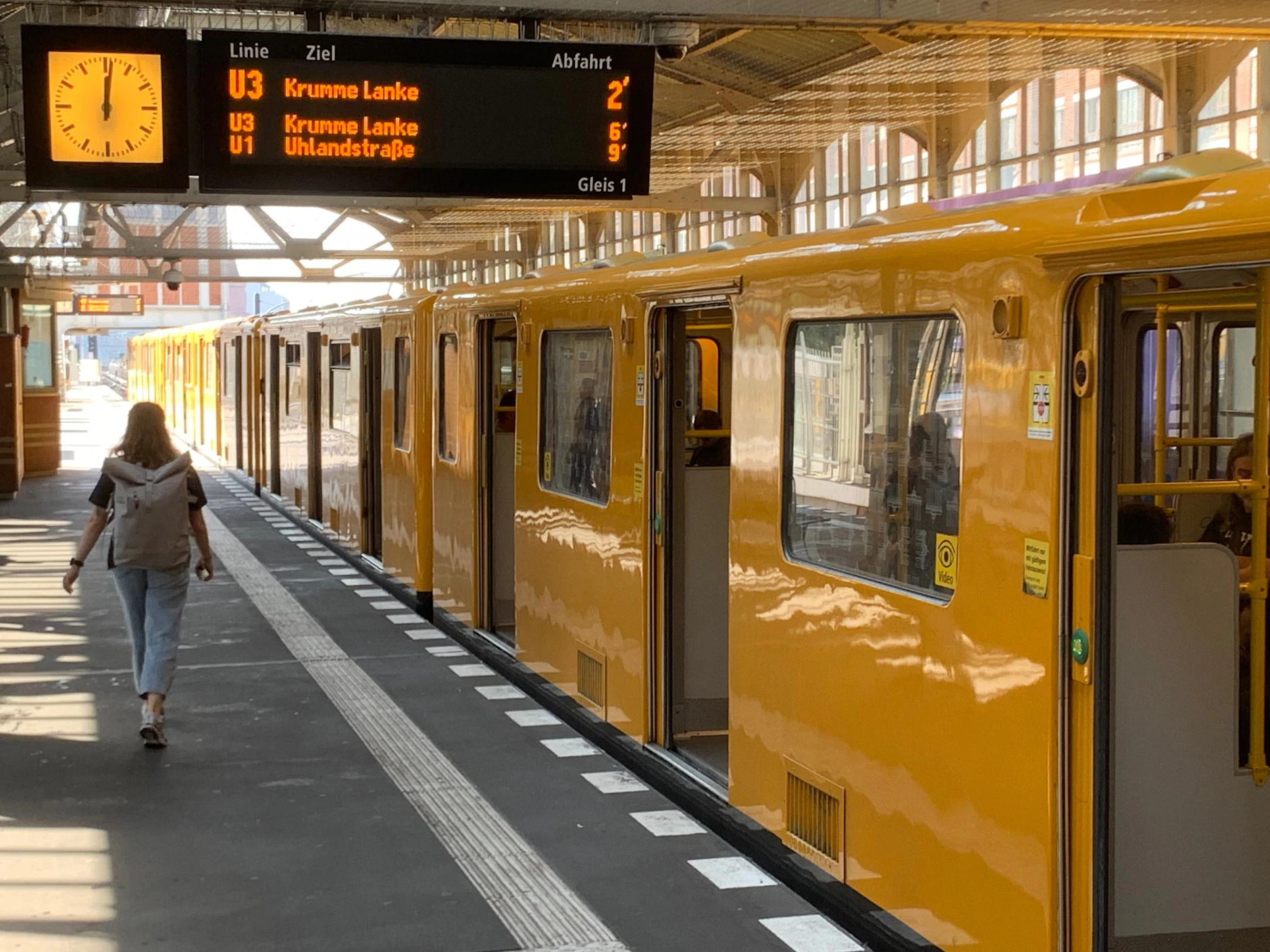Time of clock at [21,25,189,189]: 12:01
